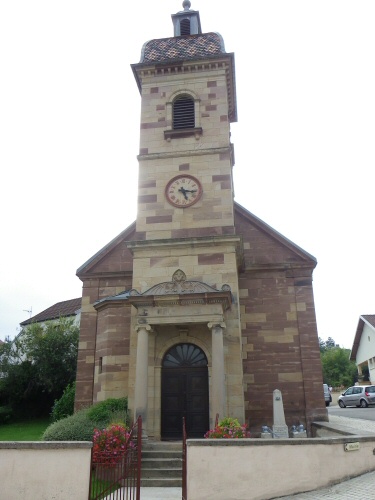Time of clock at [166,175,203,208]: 5:16
